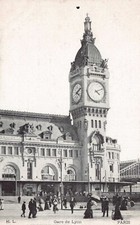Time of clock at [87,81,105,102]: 4:10
